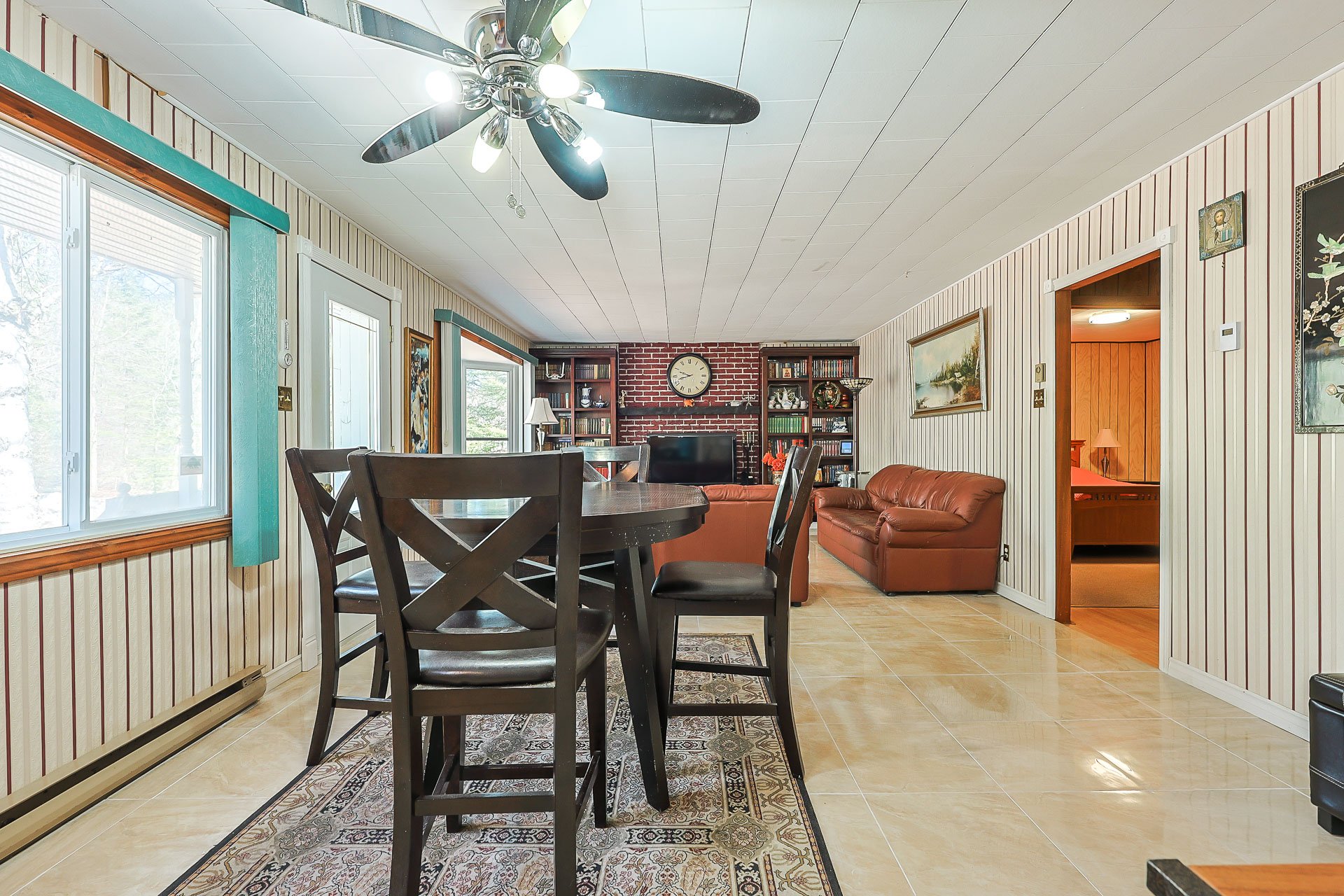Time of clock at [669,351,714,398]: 9:42
